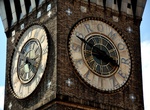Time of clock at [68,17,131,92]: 3:48
